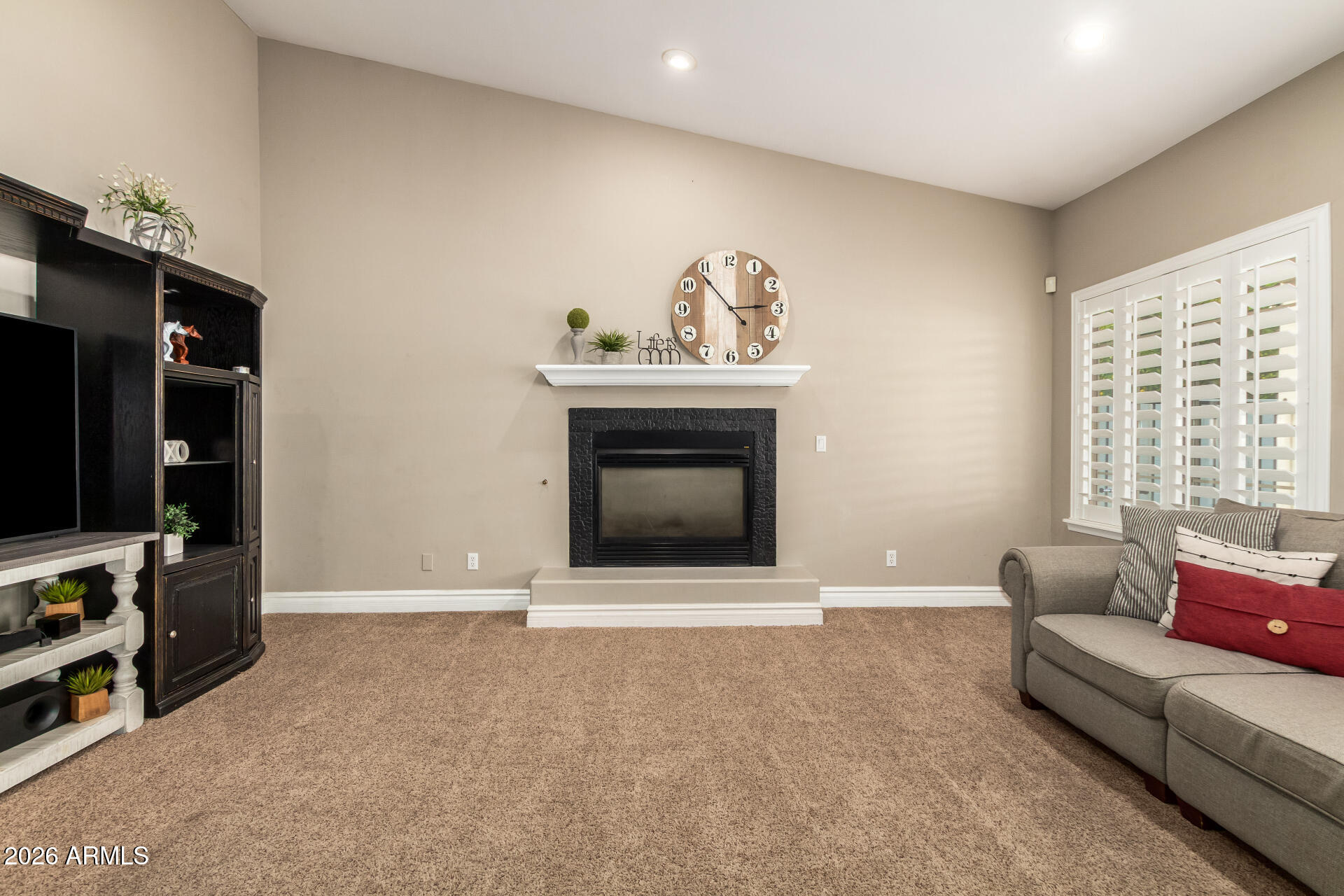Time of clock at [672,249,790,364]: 2:53
